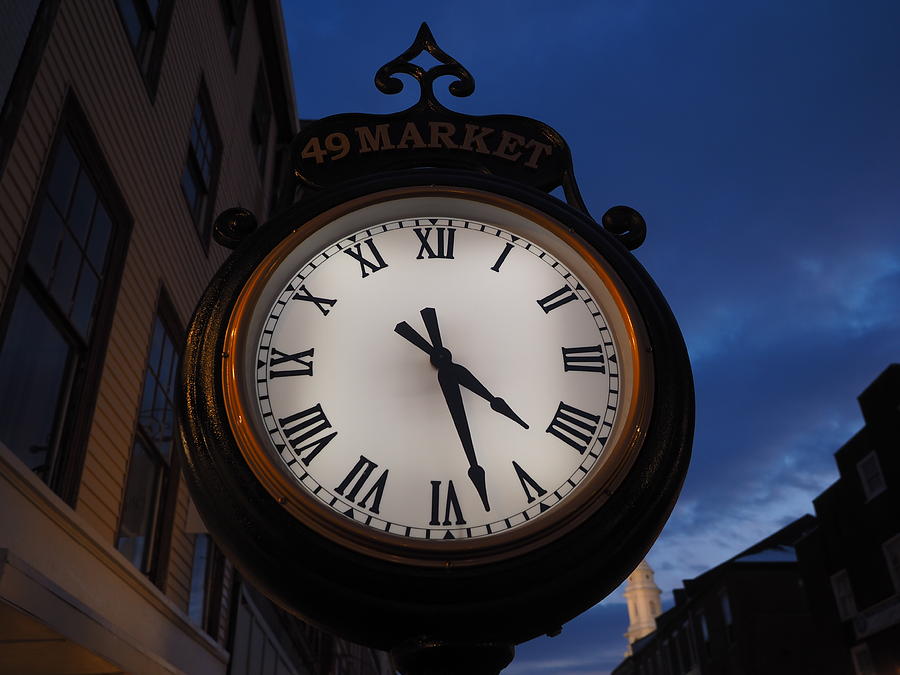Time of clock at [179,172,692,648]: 4:27
